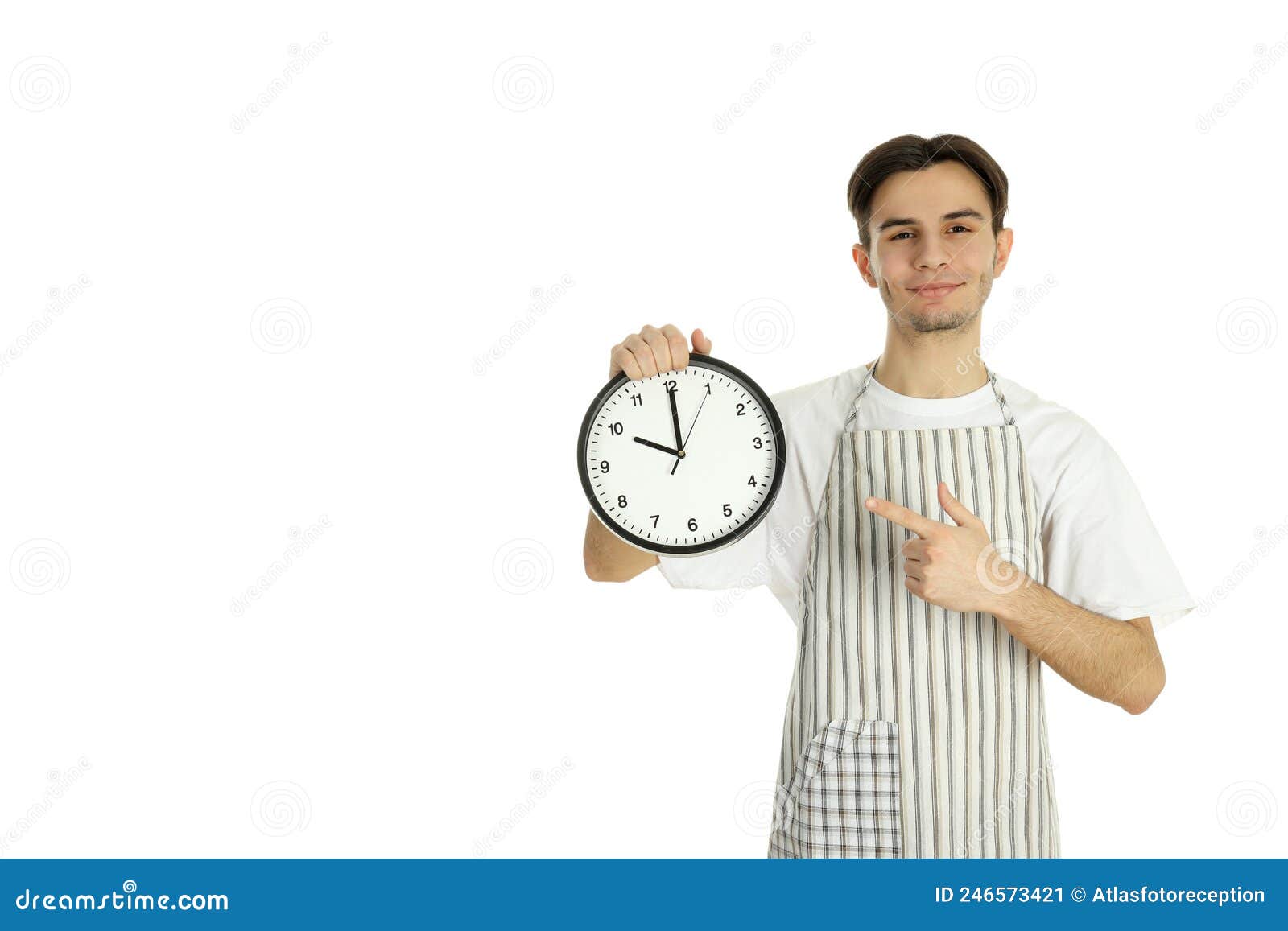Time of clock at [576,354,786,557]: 10:00
